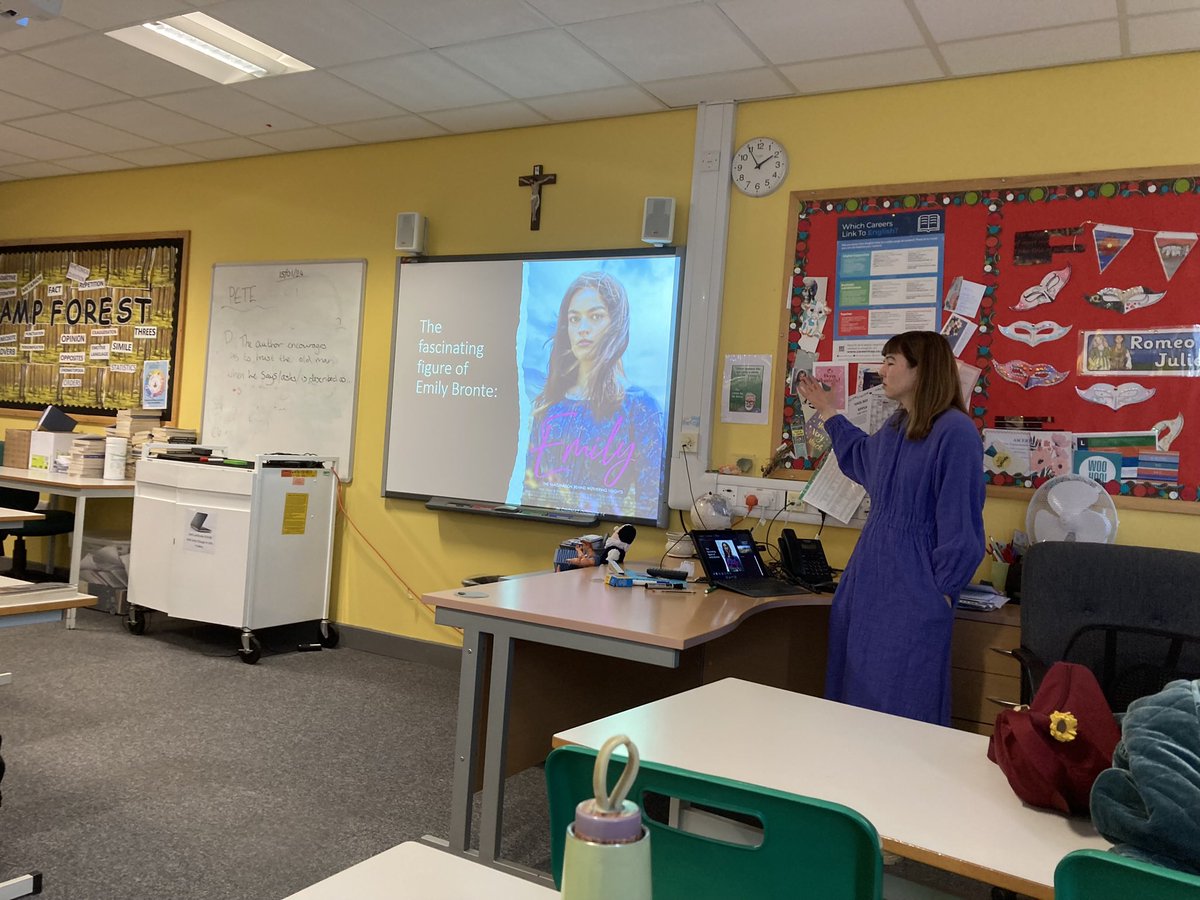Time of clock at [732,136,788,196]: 1:54
